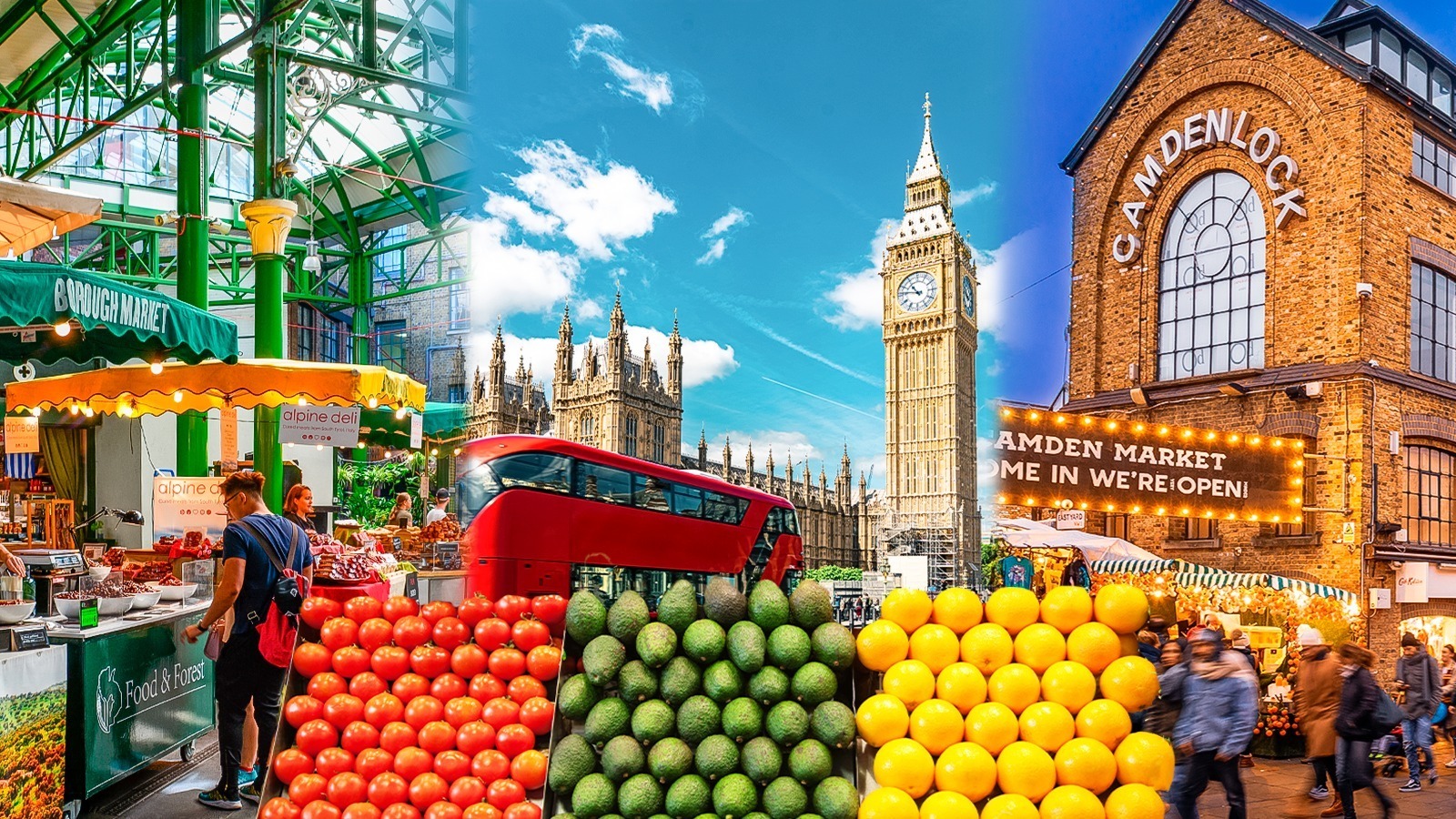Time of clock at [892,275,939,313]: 10:46
